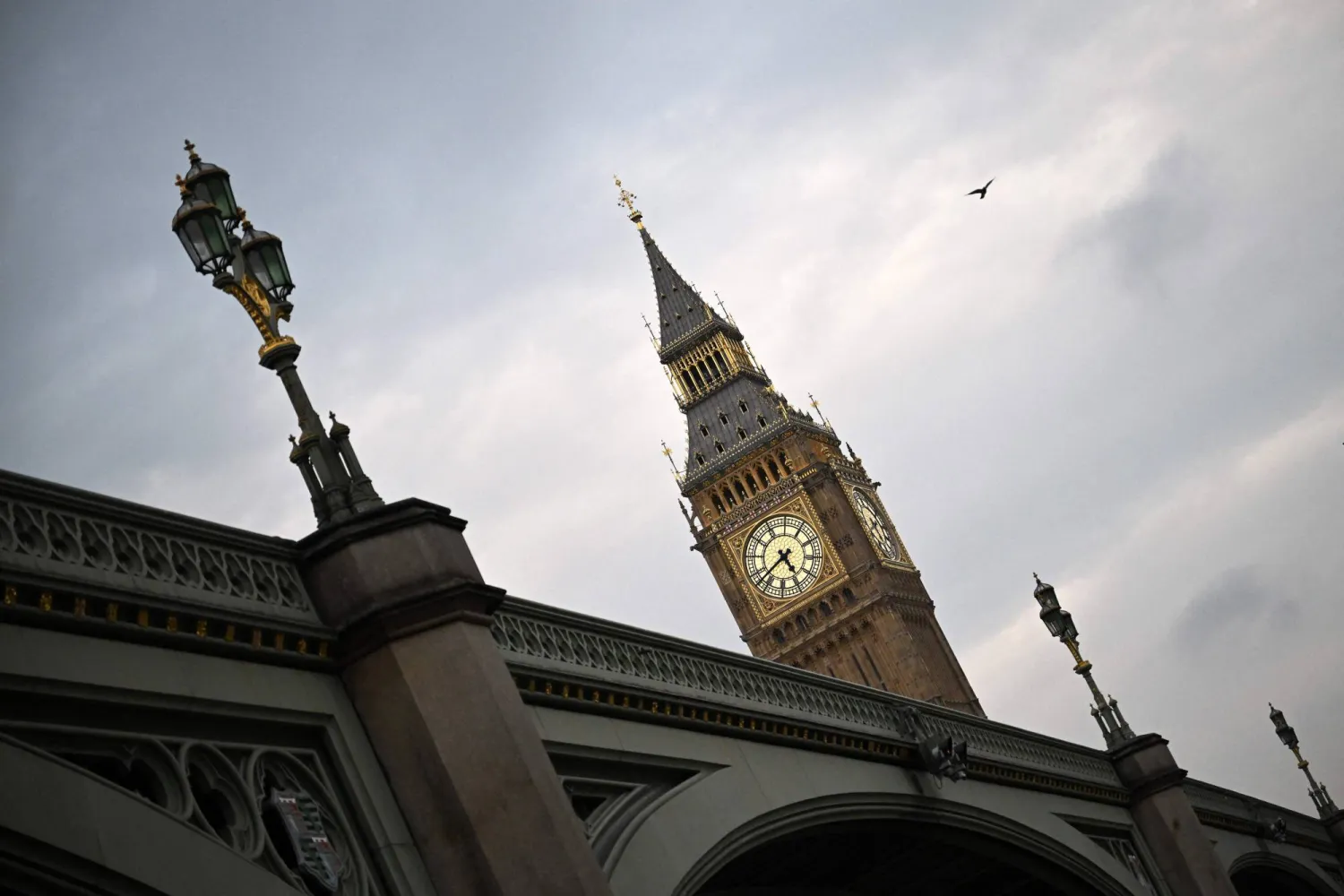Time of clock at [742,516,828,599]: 4:37
